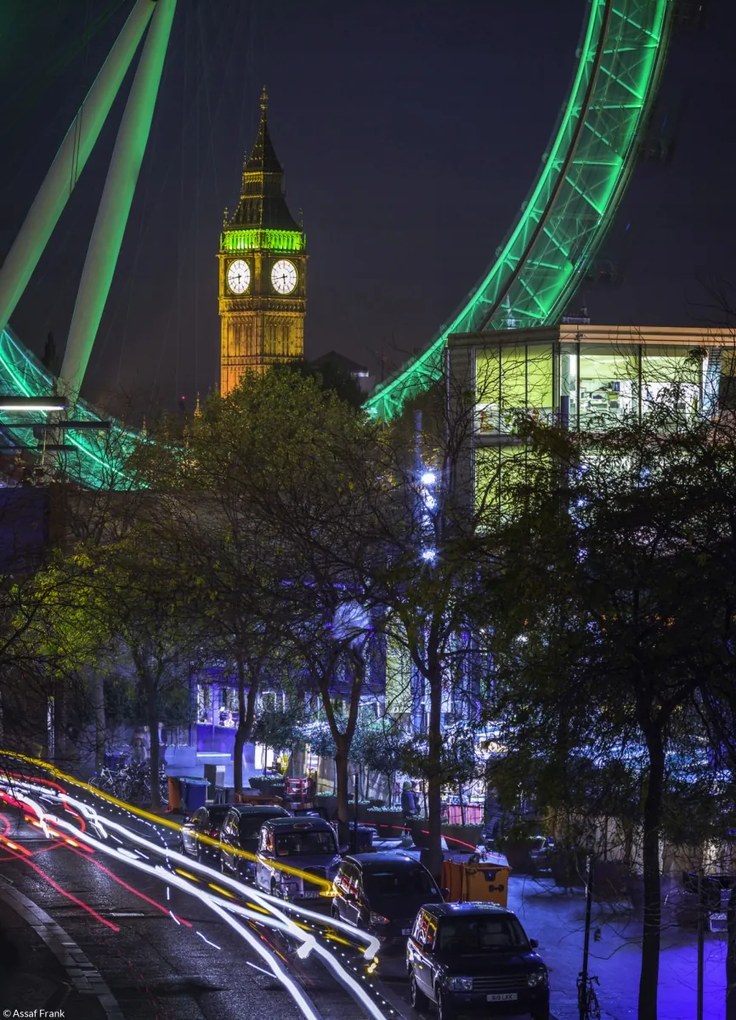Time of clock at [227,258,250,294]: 5:43
